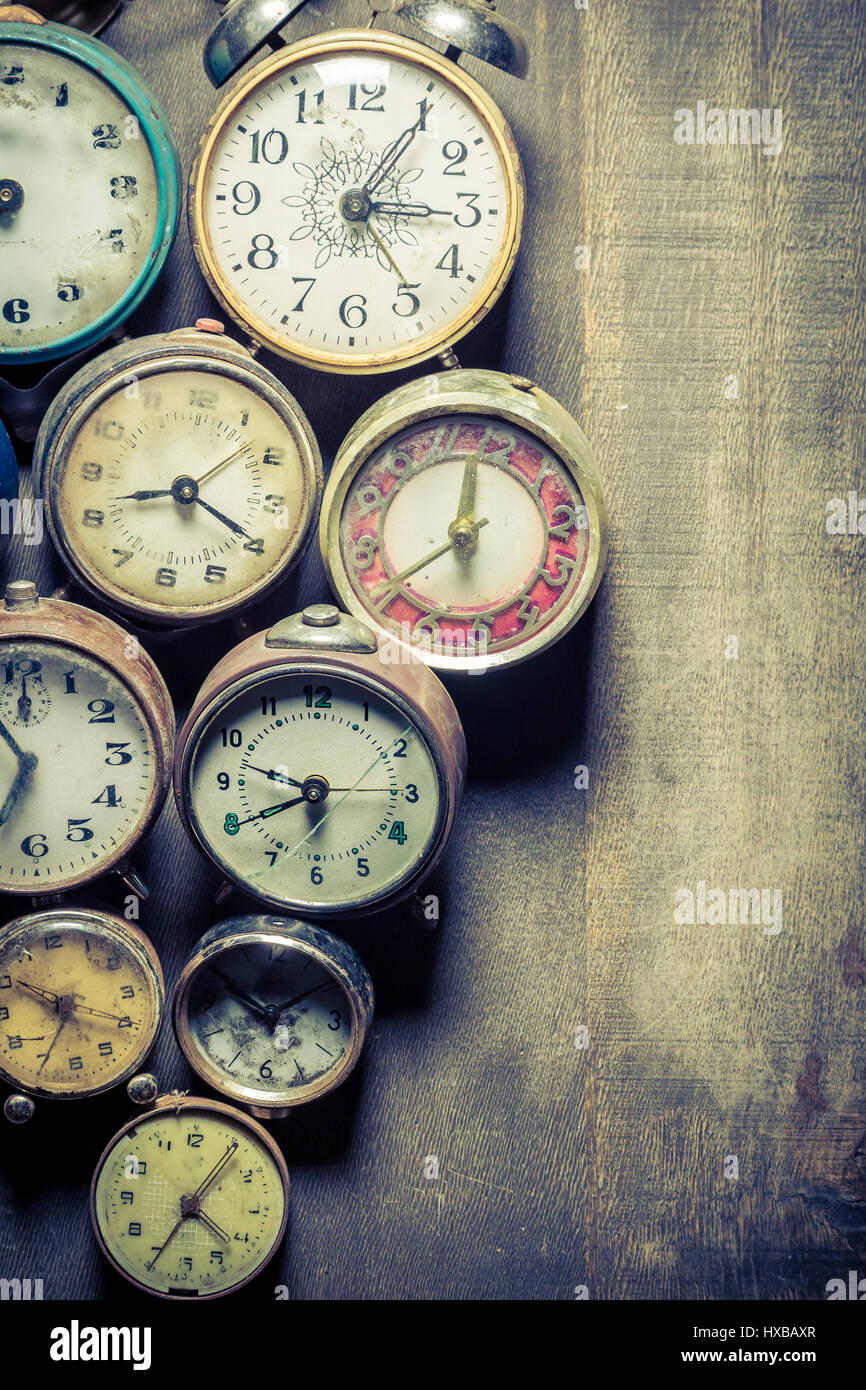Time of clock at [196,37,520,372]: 3:05
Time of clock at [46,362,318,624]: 8:19
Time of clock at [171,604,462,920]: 9:40
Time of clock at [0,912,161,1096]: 6:50
